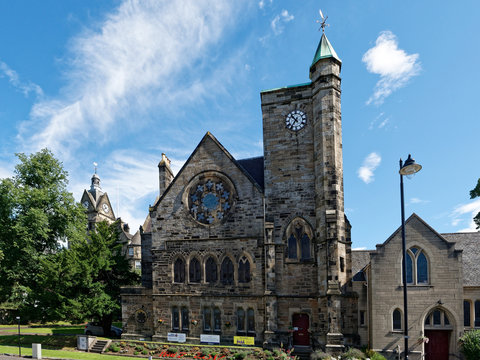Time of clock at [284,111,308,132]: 10:36
